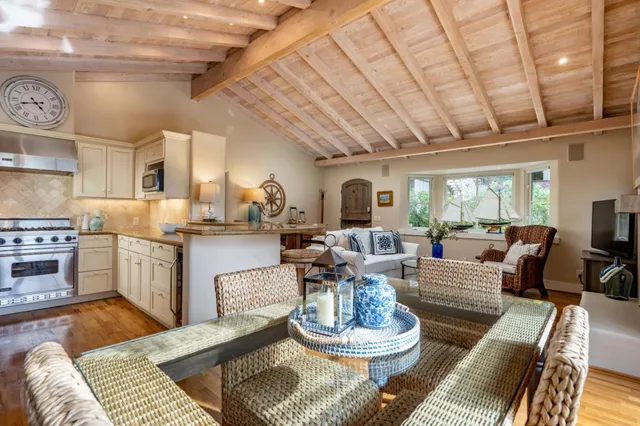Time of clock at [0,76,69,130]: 4:42
